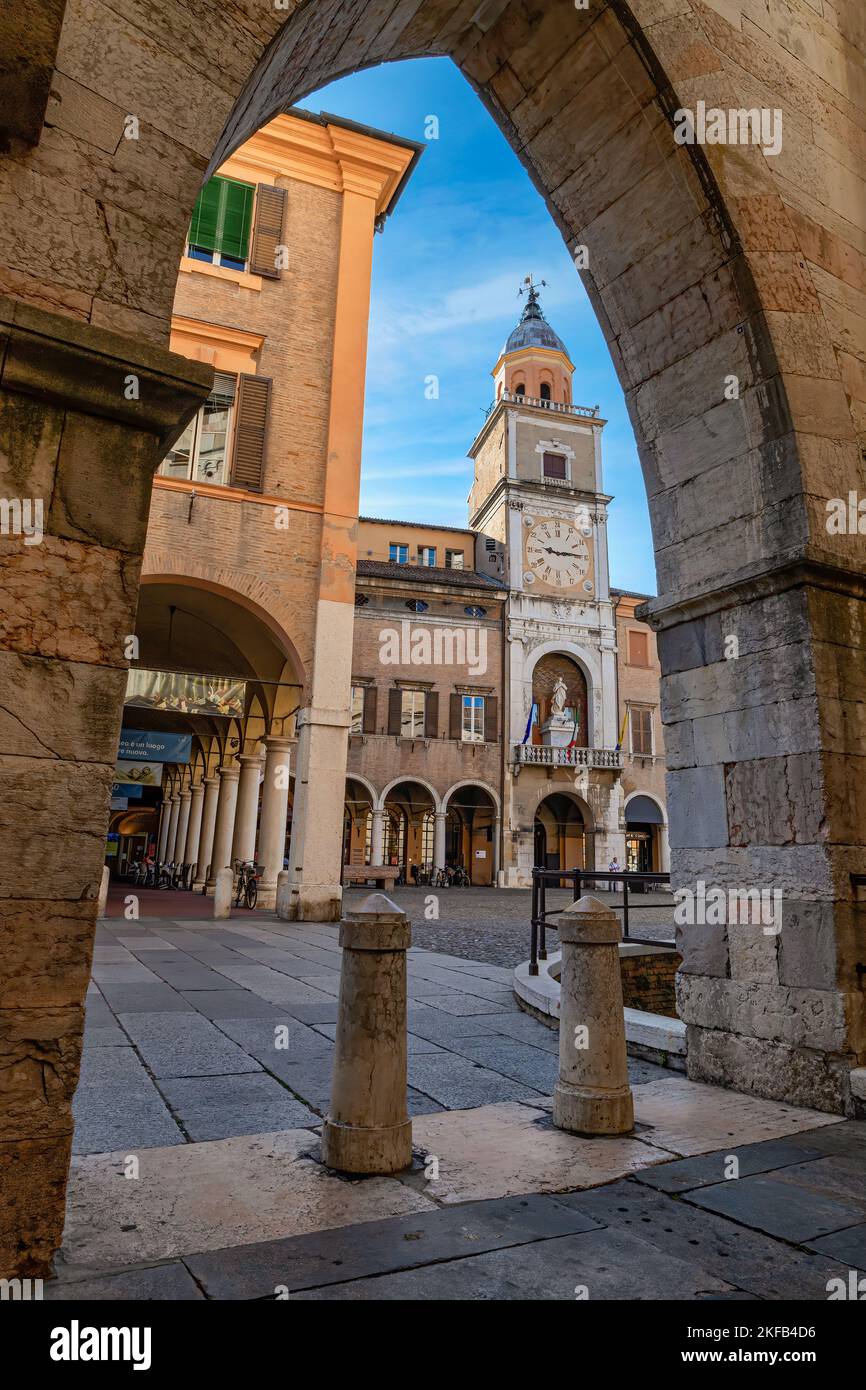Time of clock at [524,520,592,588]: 9:14
